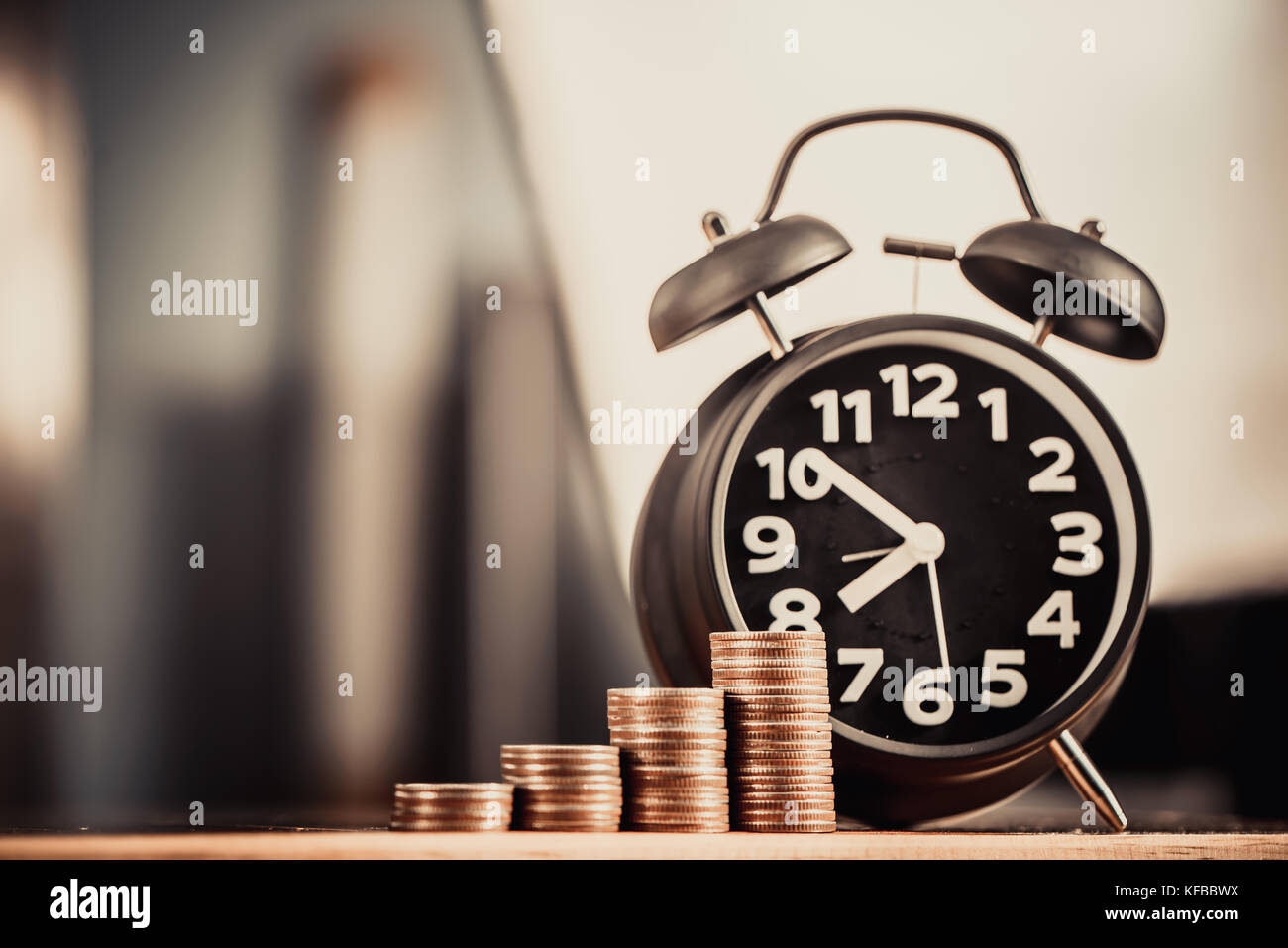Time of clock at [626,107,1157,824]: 7:52
